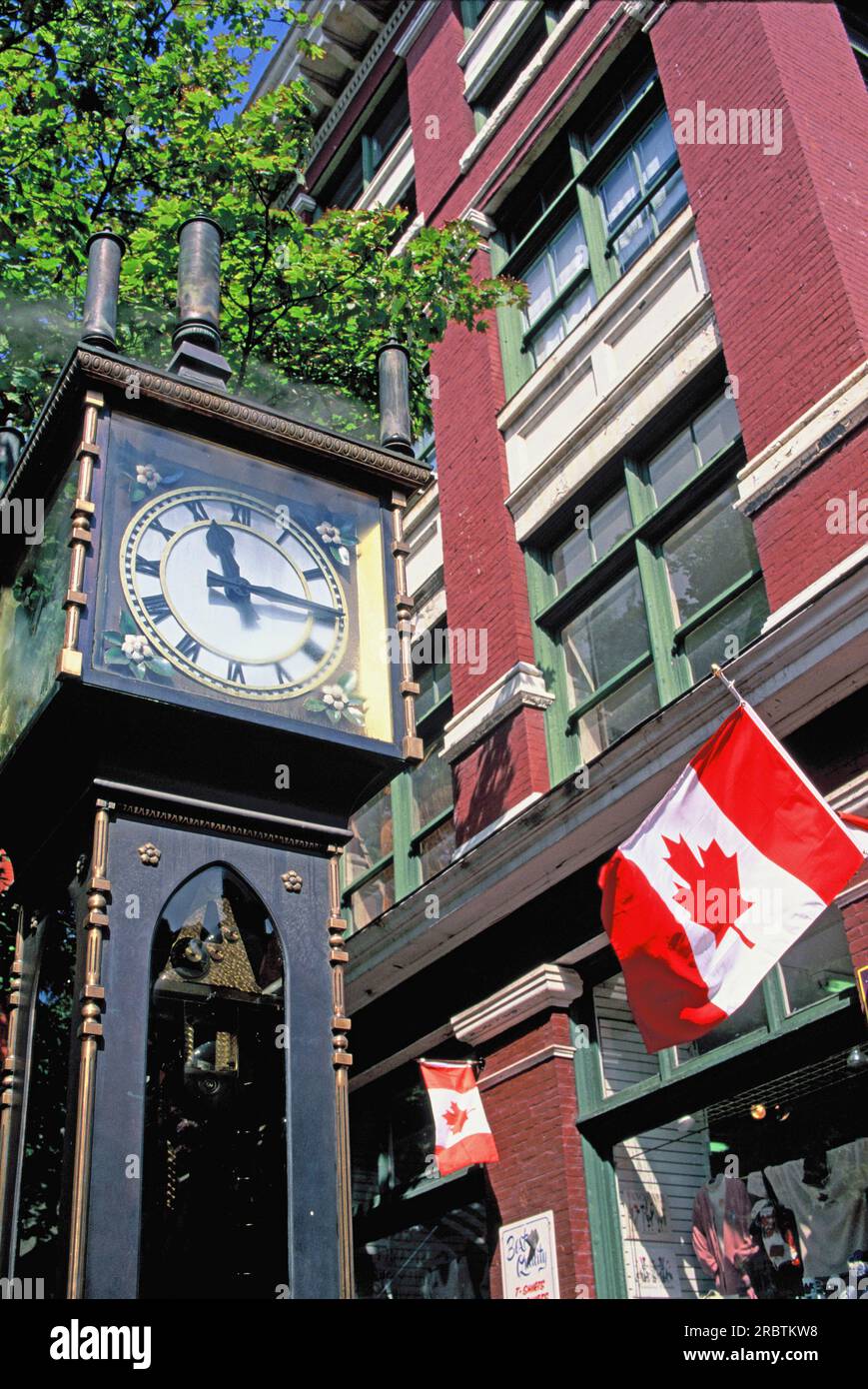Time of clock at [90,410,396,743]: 11:15
